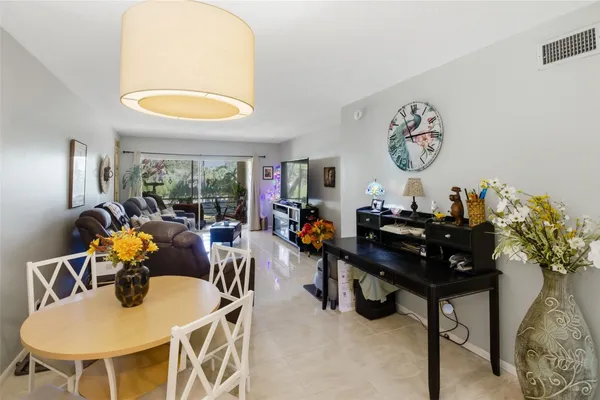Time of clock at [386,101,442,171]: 1:13
